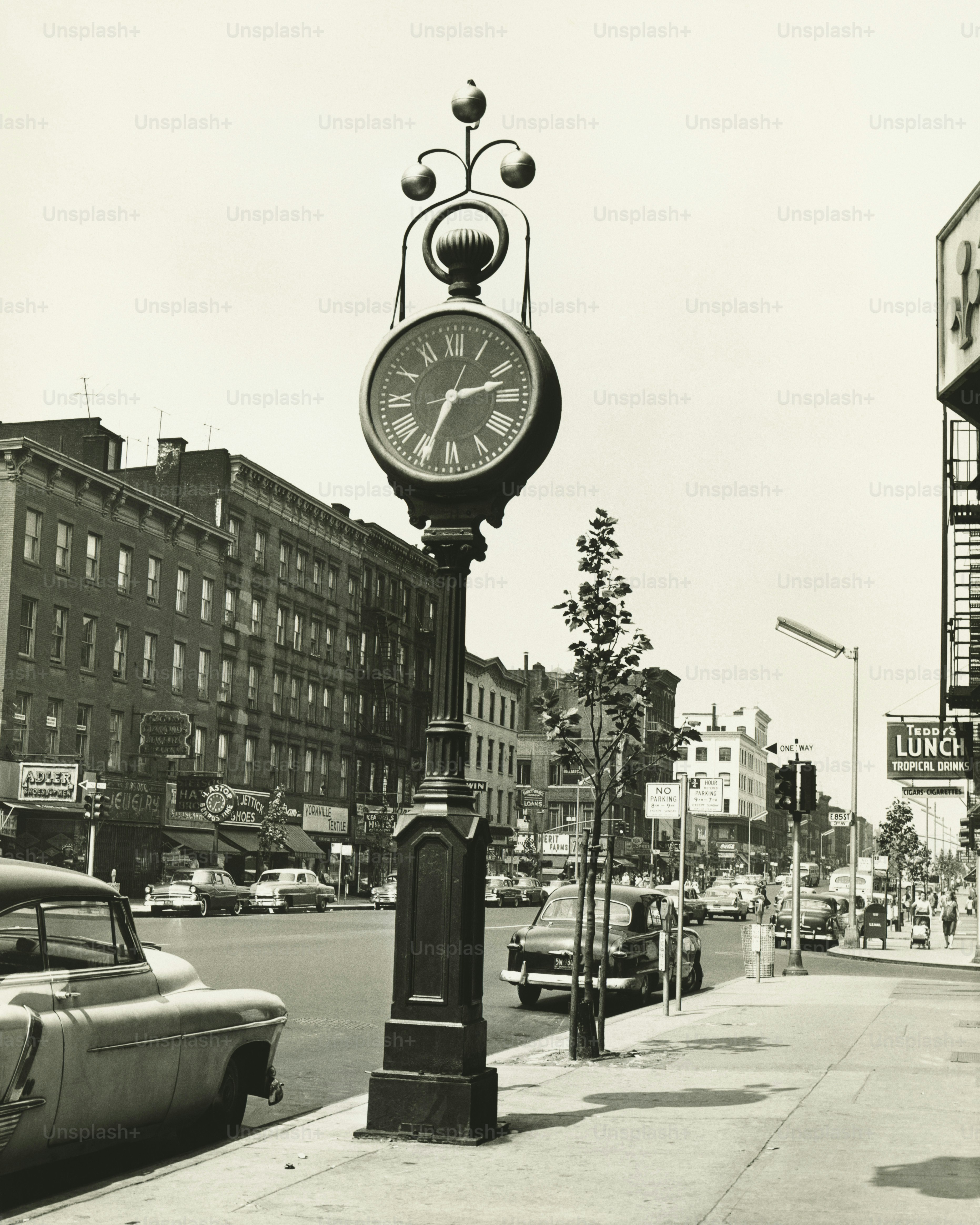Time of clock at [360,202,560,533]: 2:33
